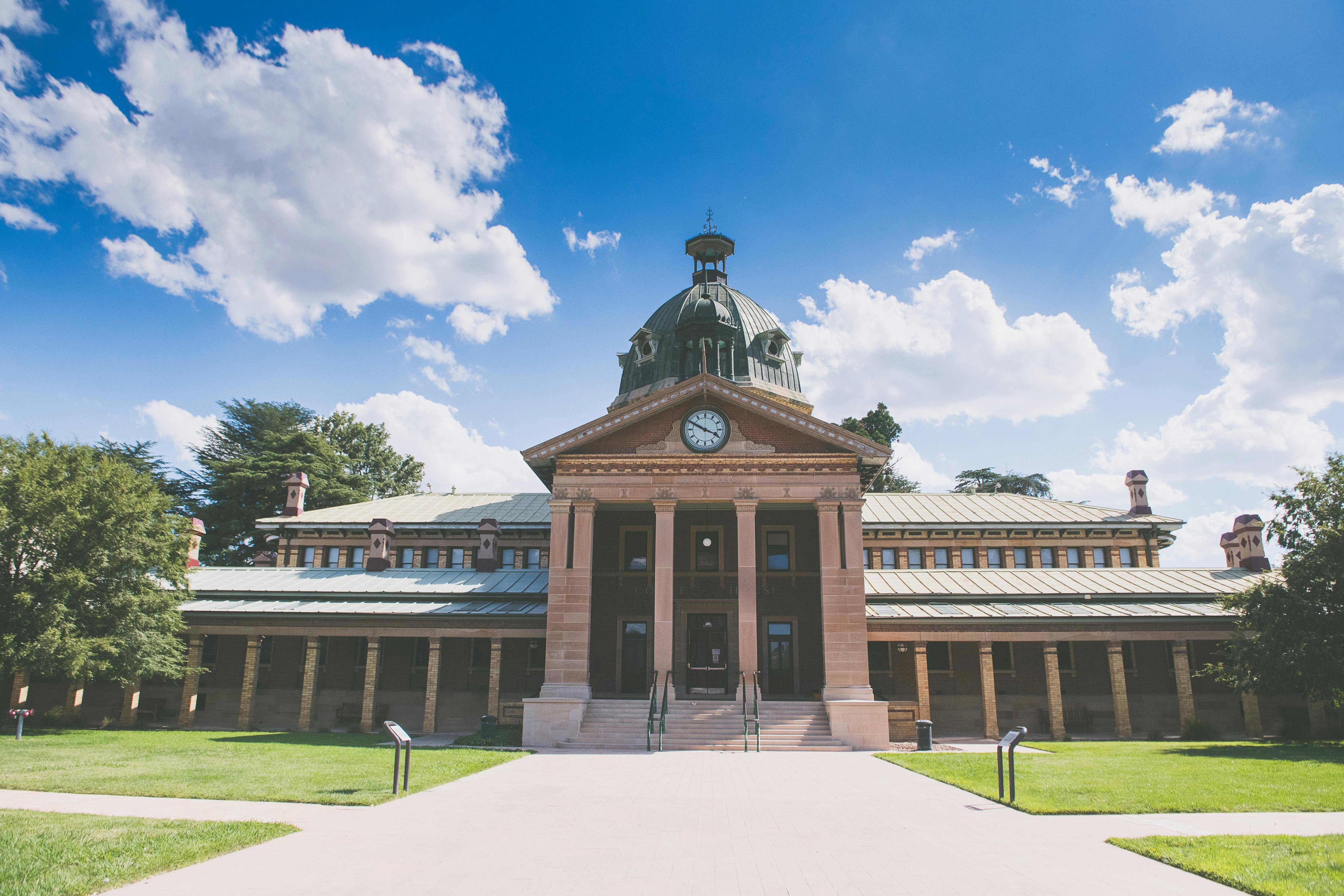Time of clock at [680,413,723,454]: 3:49
